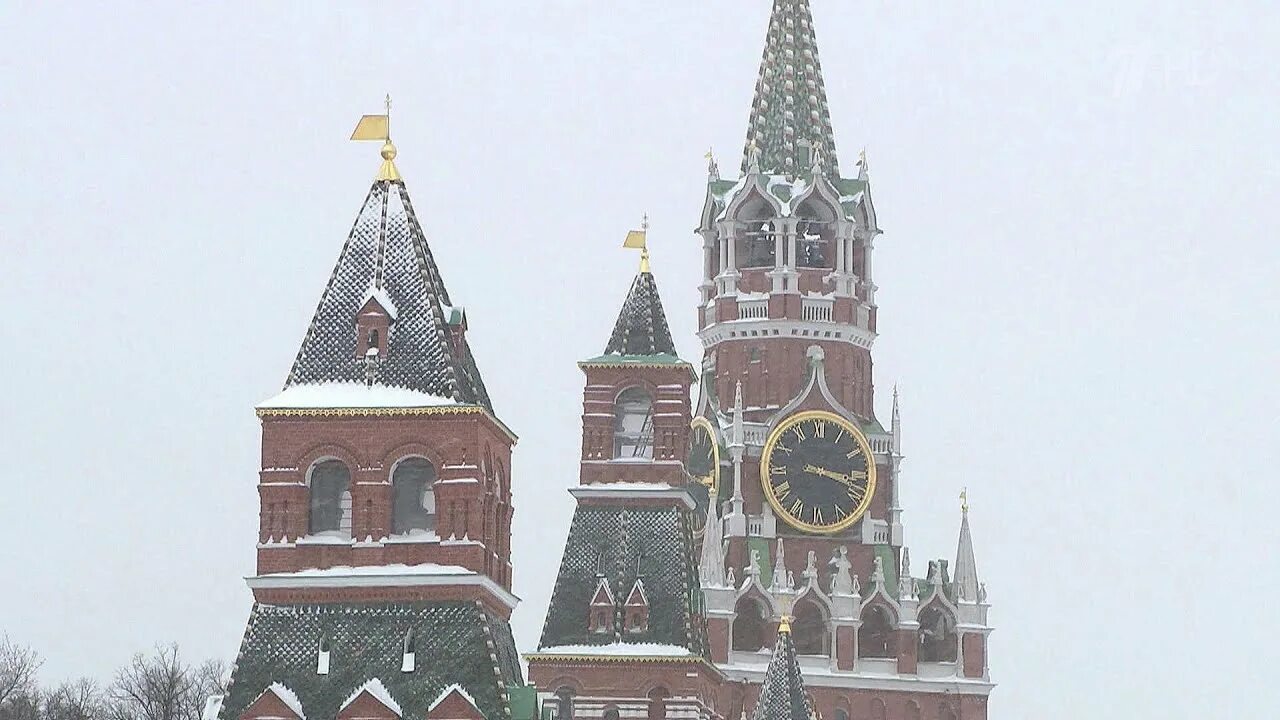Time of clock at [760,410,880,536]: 3:17
